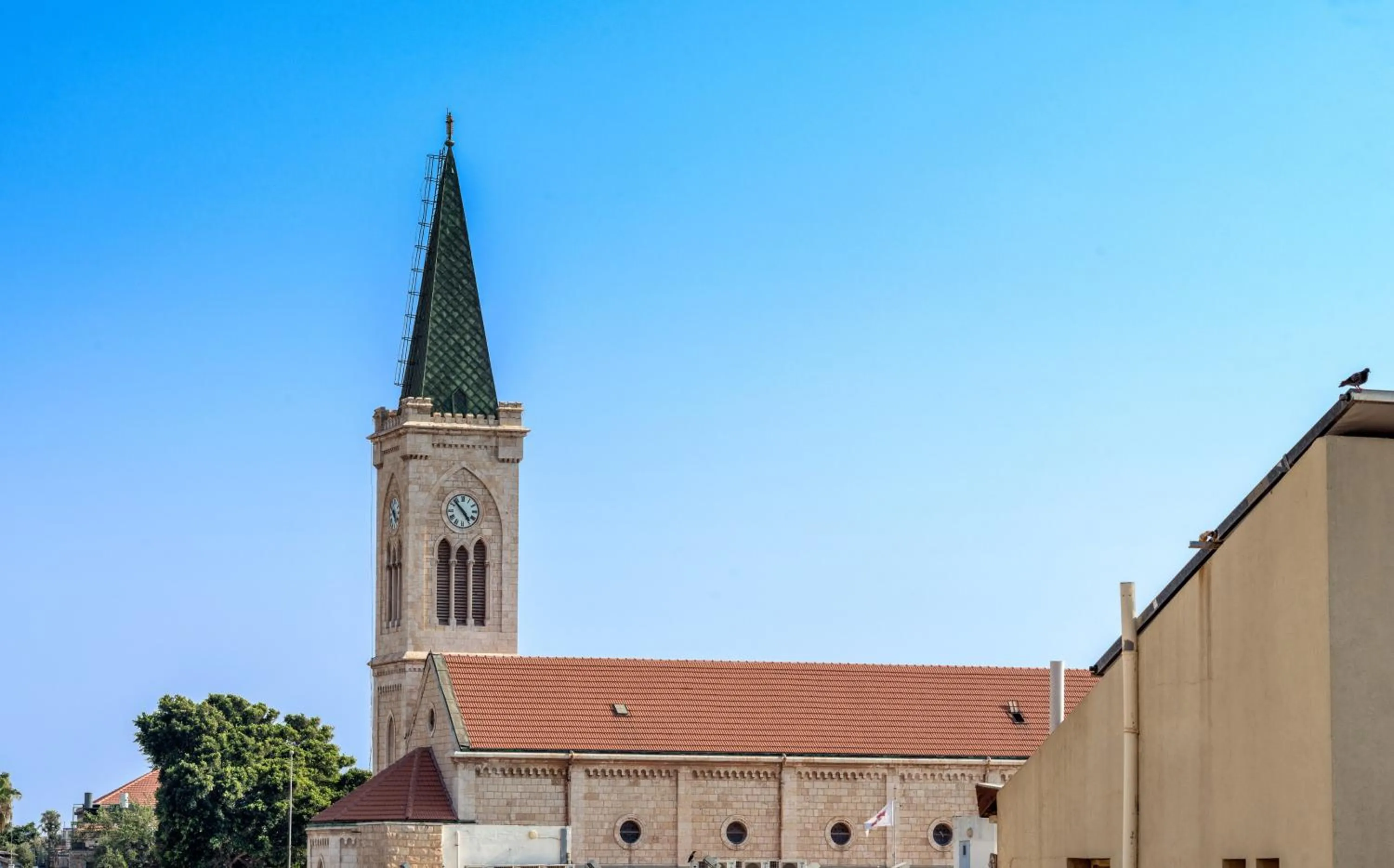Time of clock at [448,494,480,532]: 4:52
